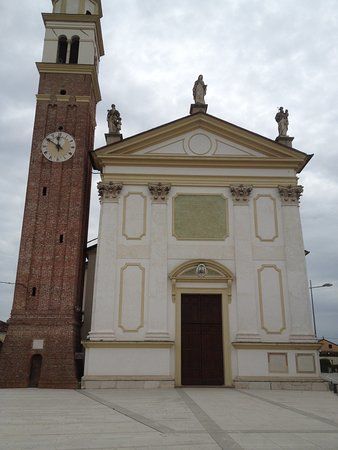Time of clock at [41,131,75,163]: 11:50
